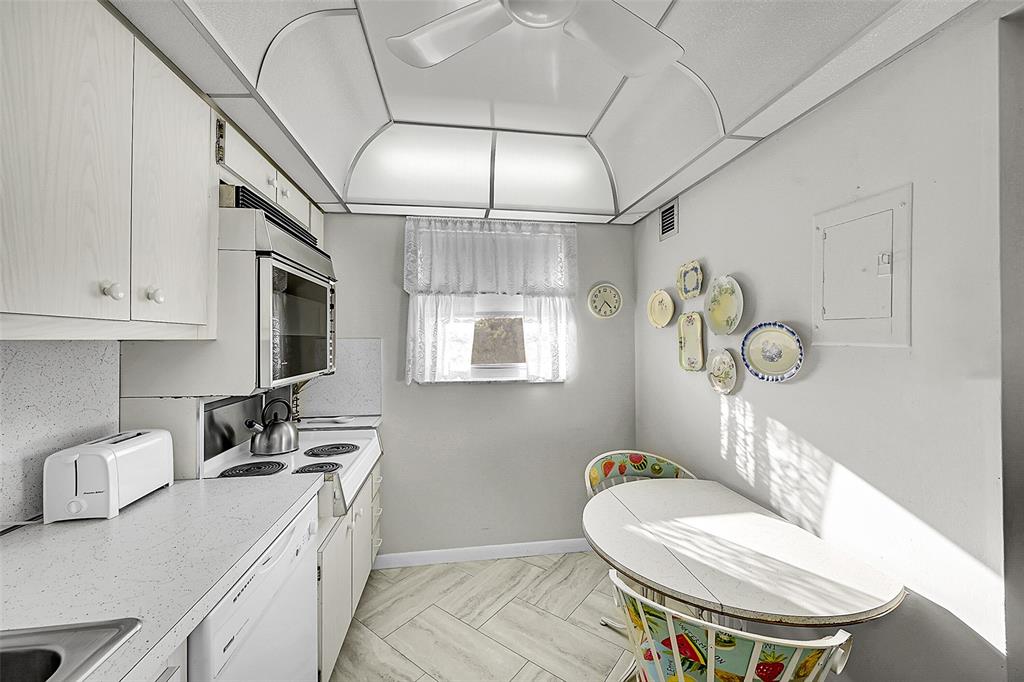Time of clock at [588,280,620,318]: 4:35
